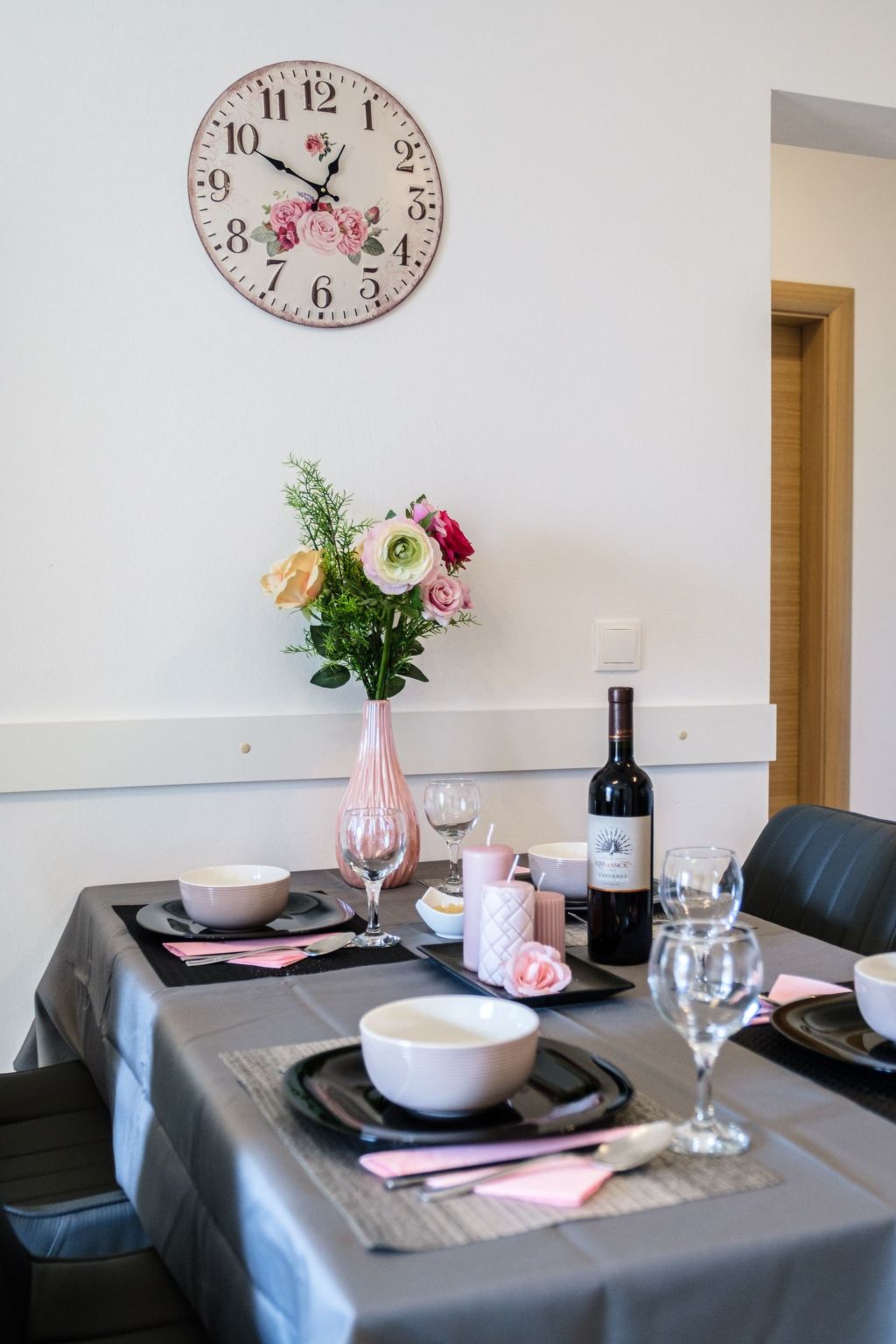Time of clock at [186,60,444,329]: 12:49
